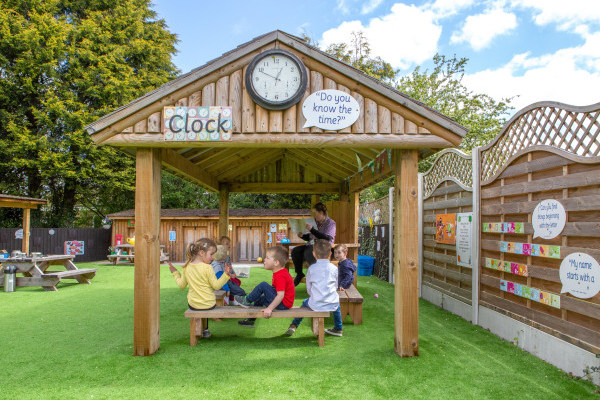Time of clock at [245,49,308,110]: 12:49
